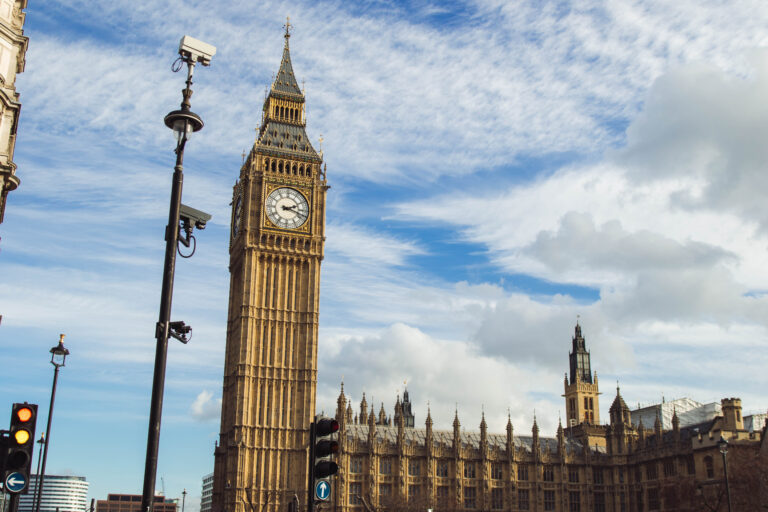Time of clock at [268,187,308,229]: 2:18
